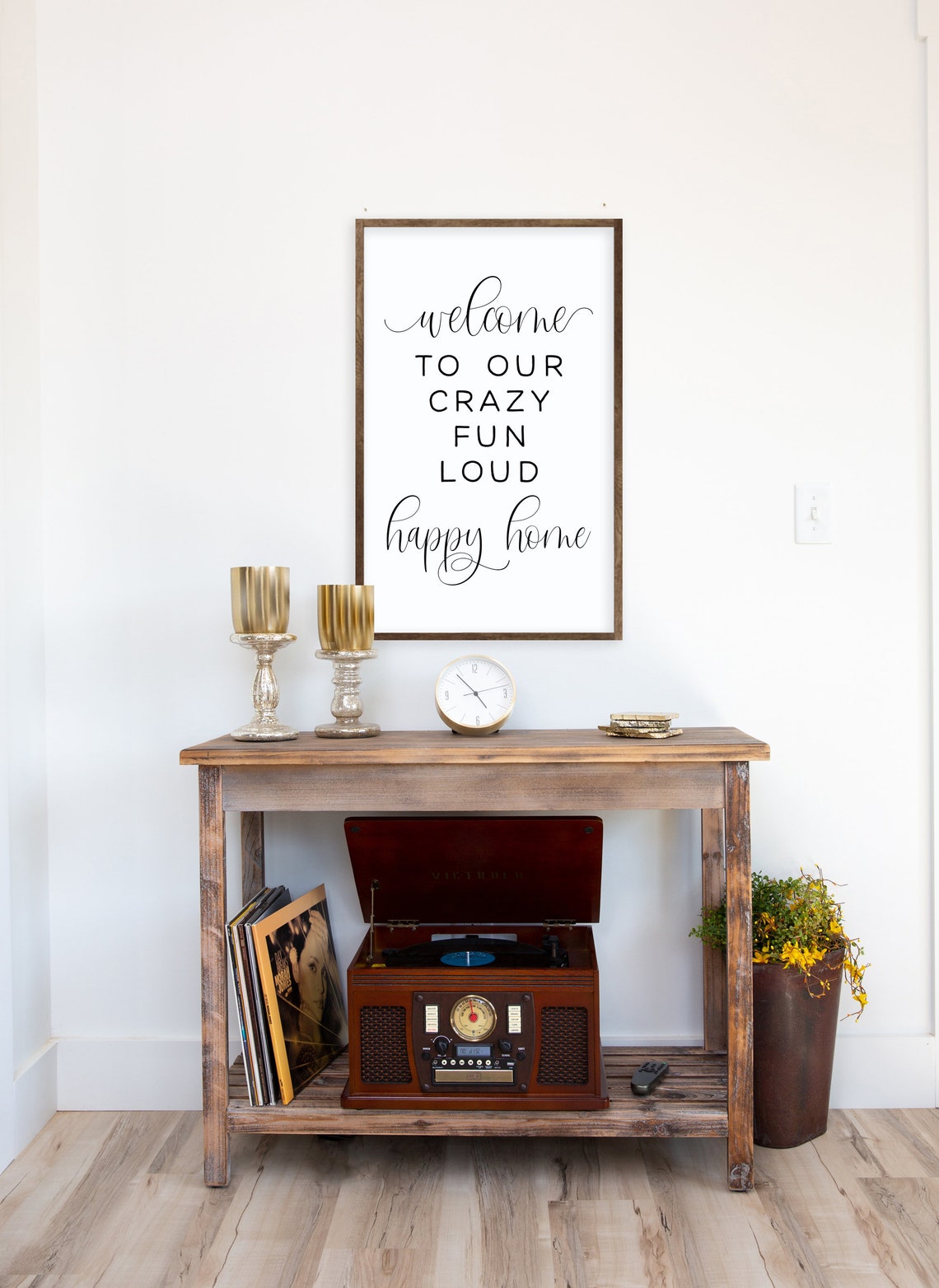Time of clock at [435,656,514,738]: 4:53
